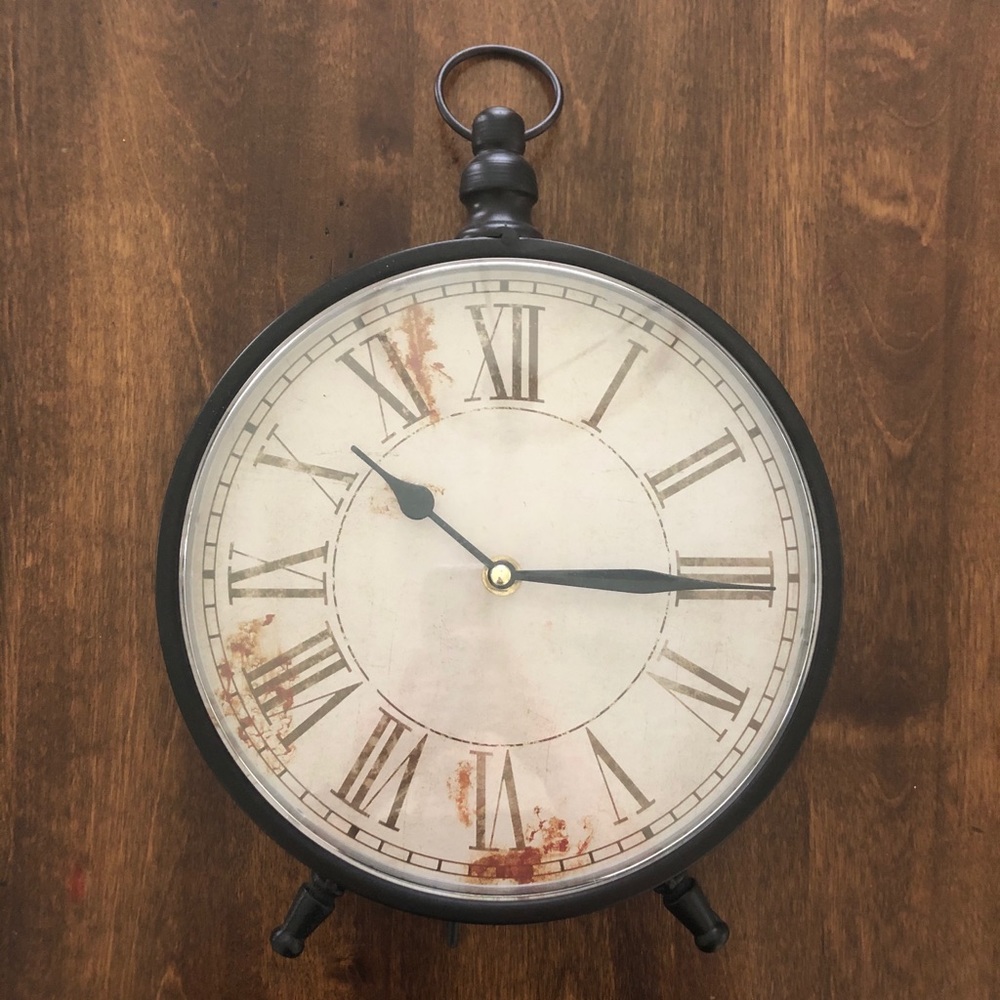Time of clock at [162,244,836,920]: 10:14
